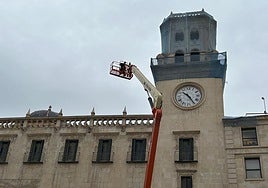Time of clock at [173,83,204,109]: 10:24
